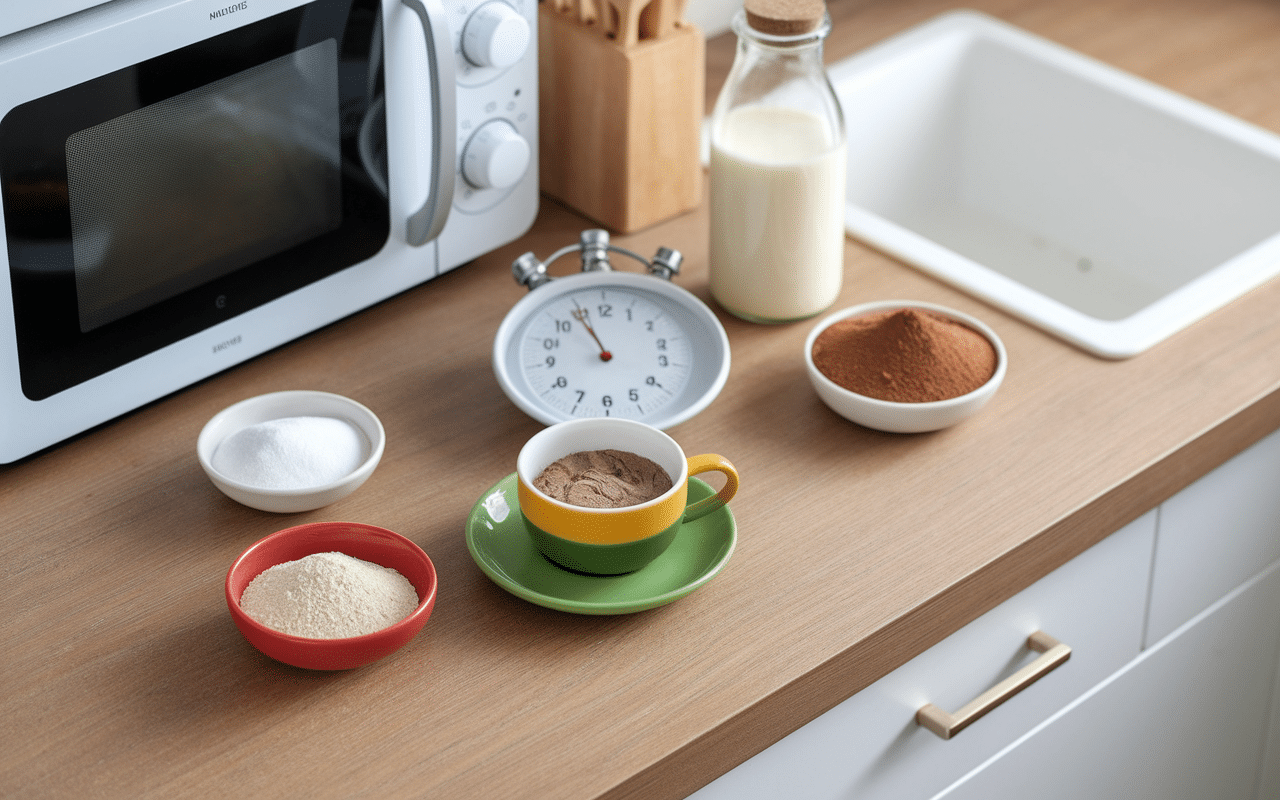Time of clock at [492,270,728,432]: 8:54
